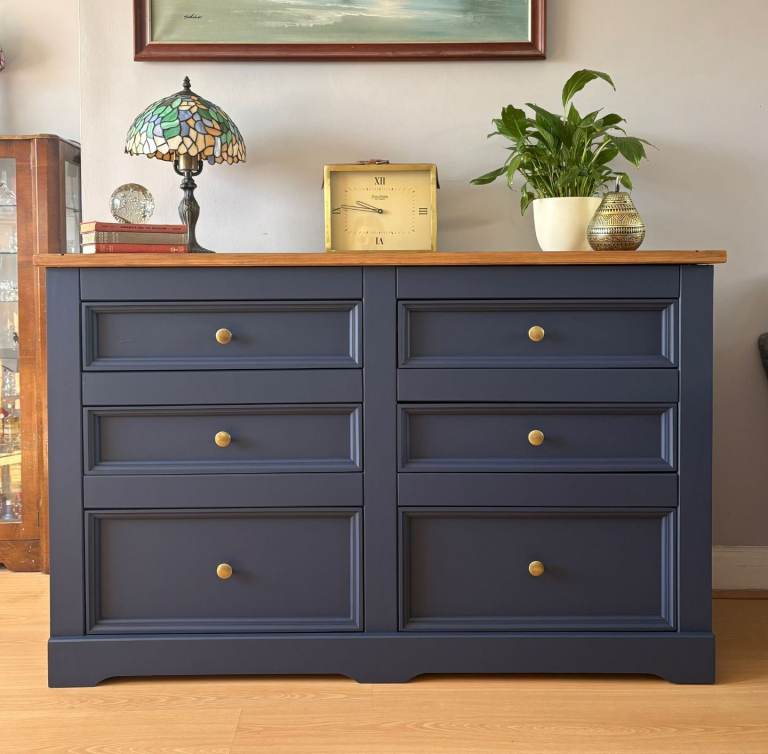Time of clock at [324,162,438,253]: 9:45
